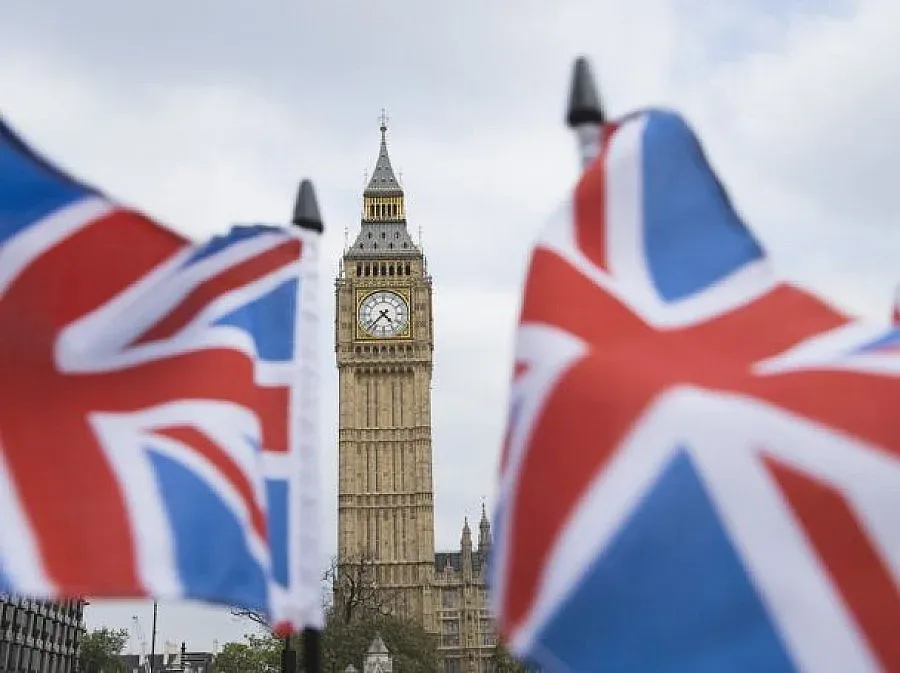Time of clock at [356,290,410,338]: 4:37
